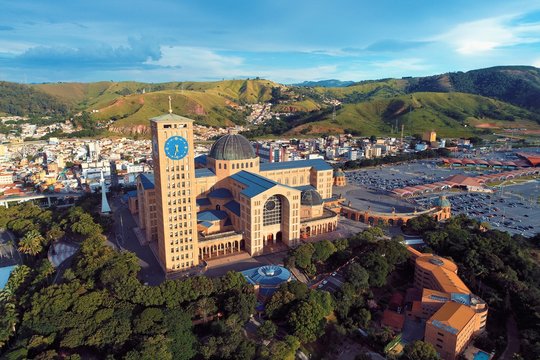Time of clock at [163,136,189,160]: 5:32
